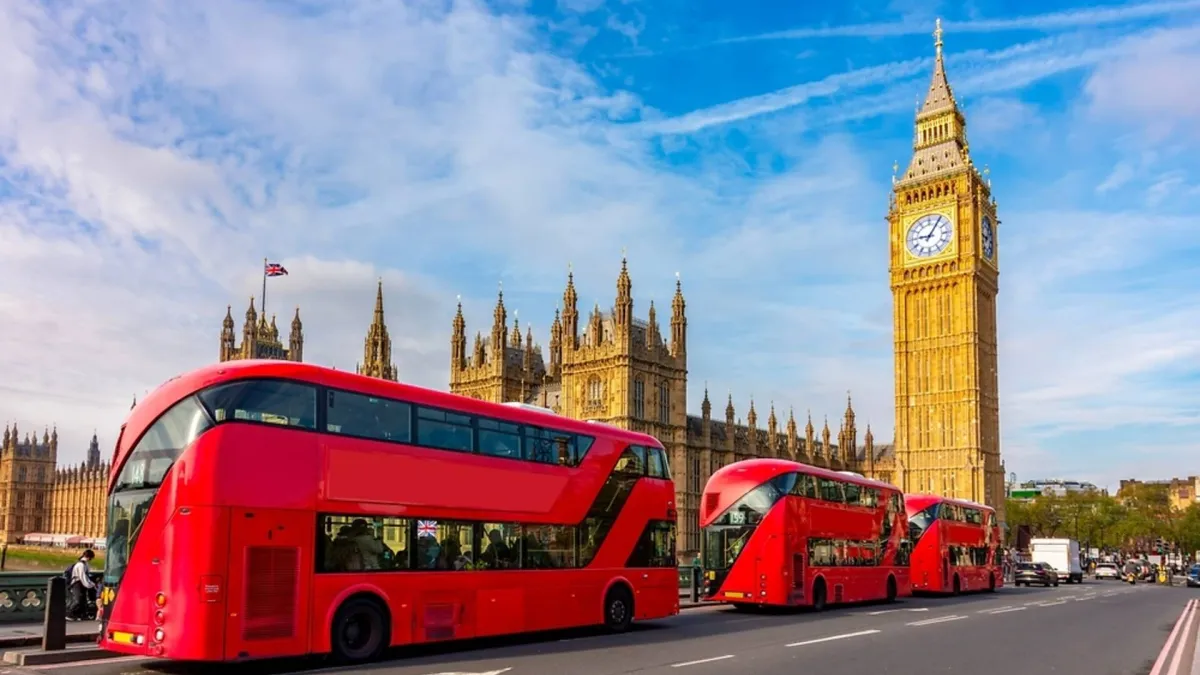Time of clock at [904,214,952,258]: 9:05
